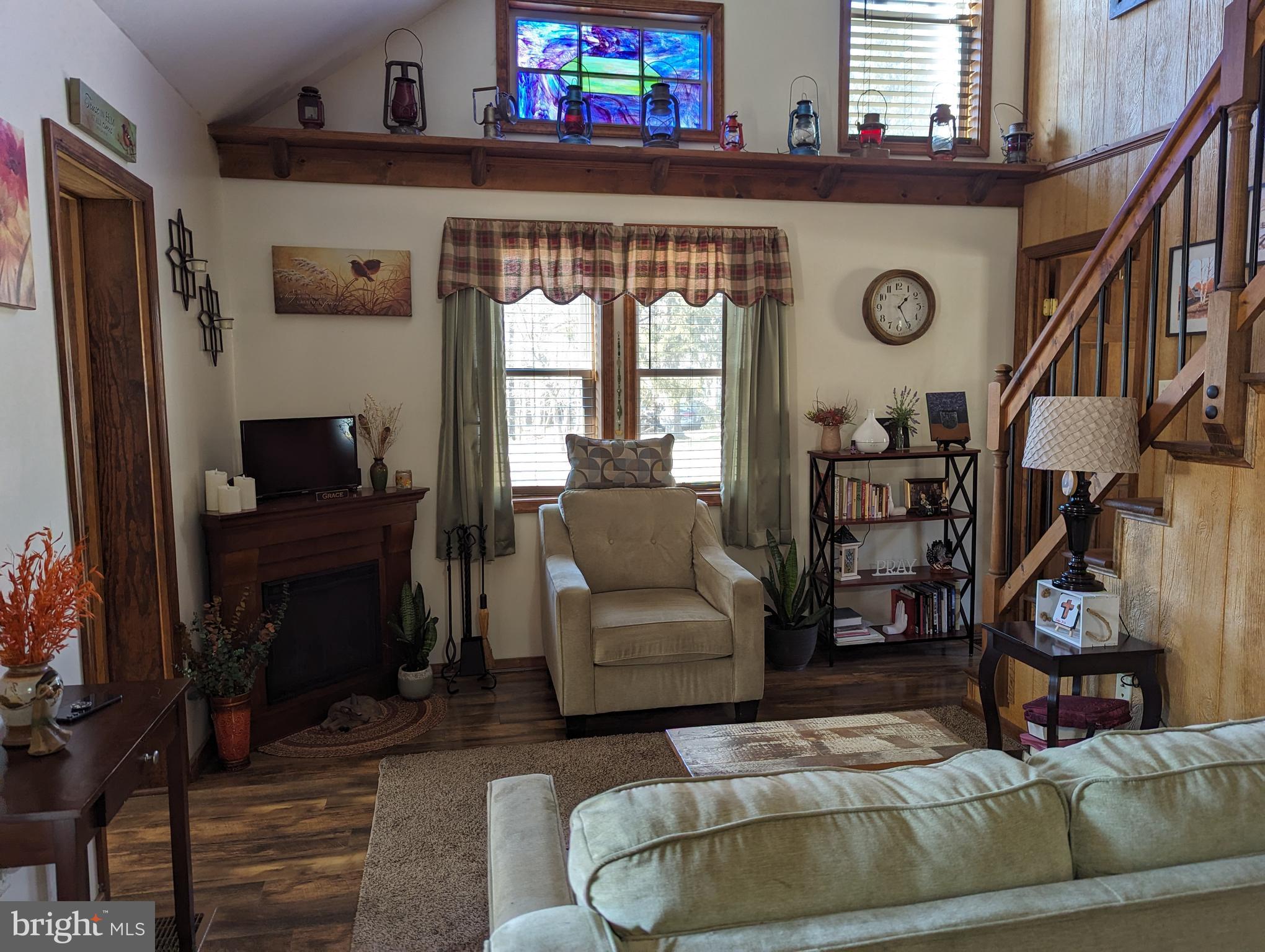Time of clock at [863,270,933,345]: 1:25
